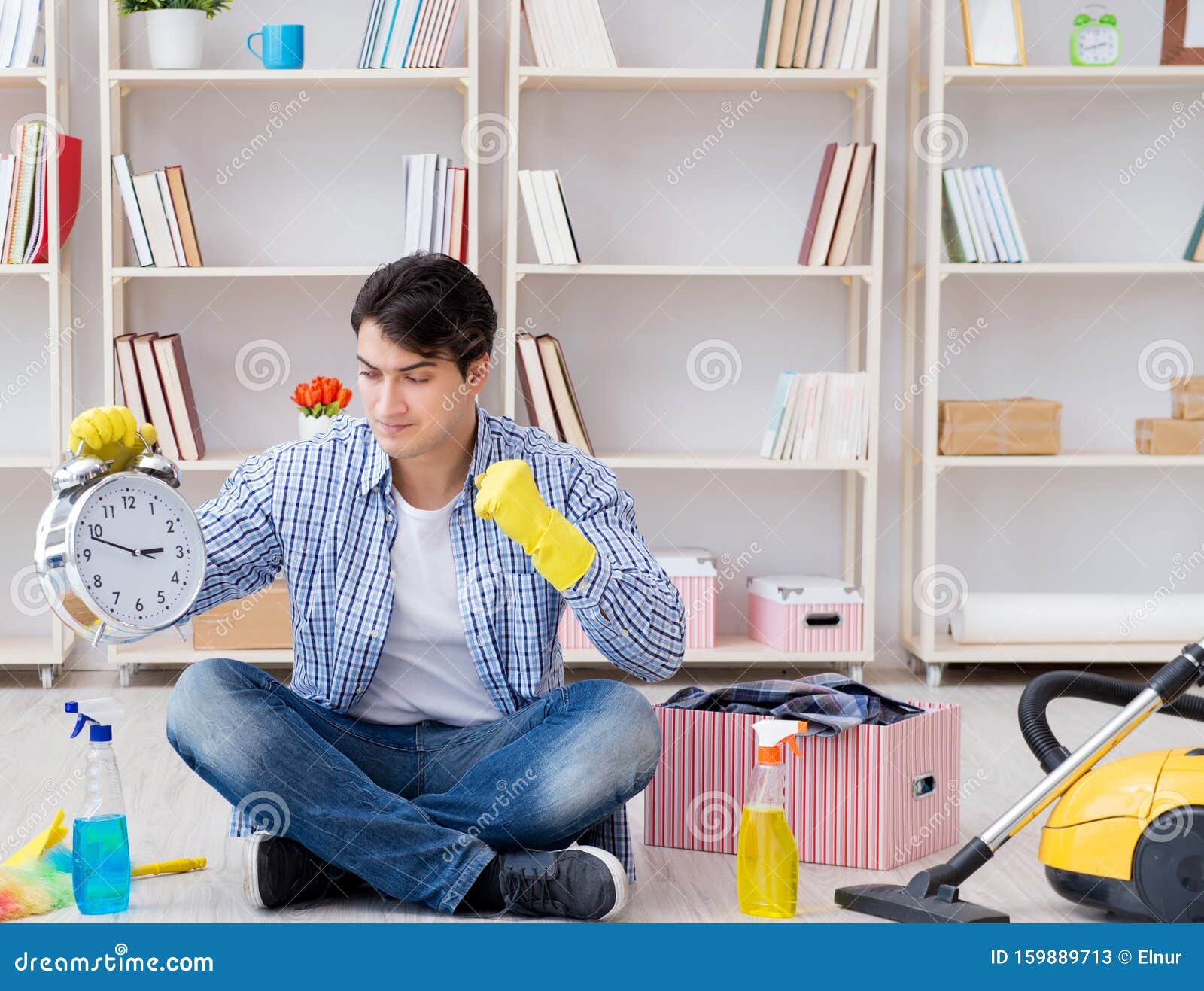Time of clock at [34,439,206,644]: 2:48
